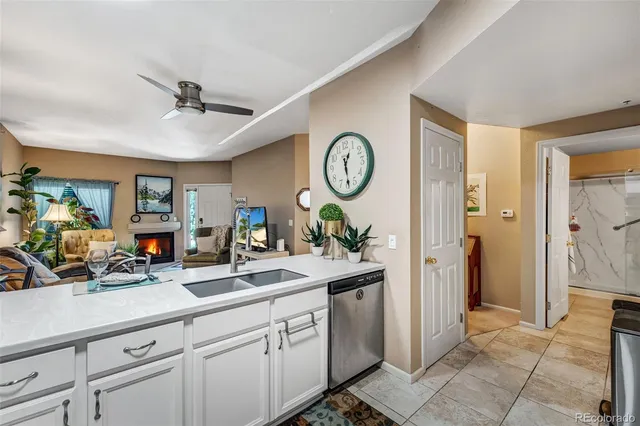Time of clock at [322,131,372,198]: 12:28
